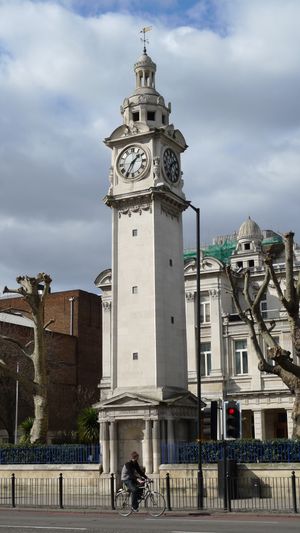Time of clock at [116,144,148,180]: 1:35
